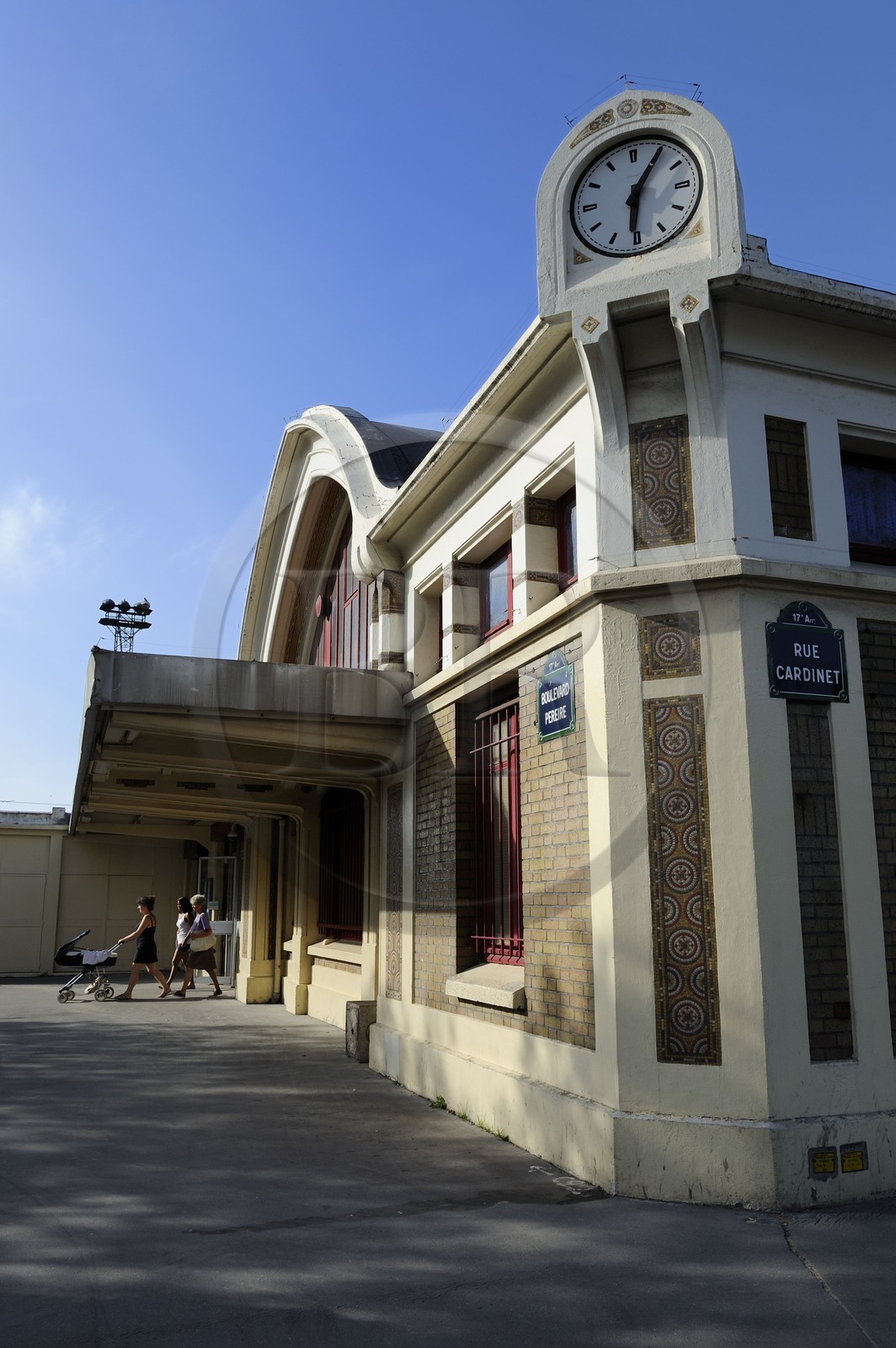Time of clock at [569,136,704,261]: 6:05
